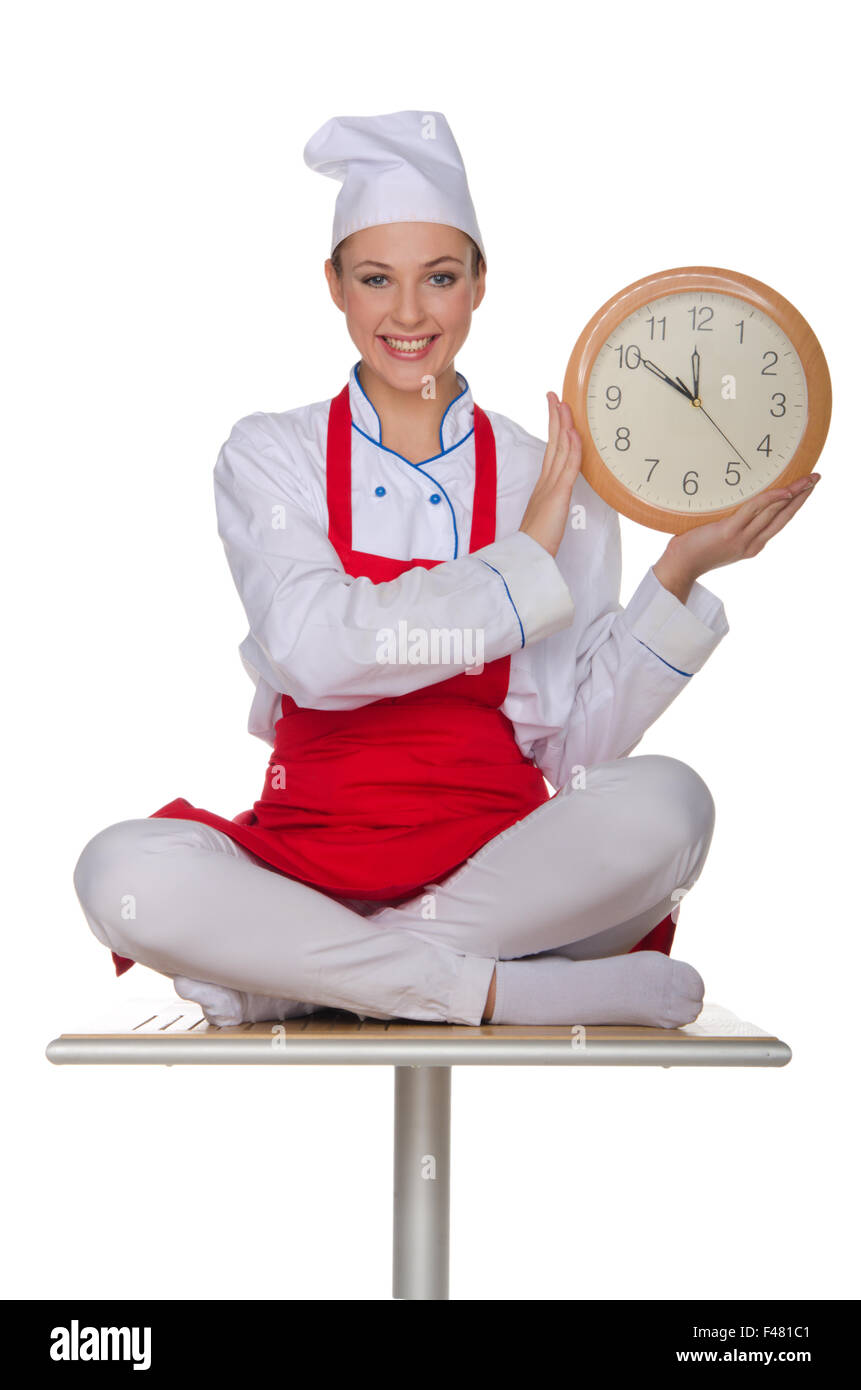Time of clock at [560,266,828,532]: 11:50
